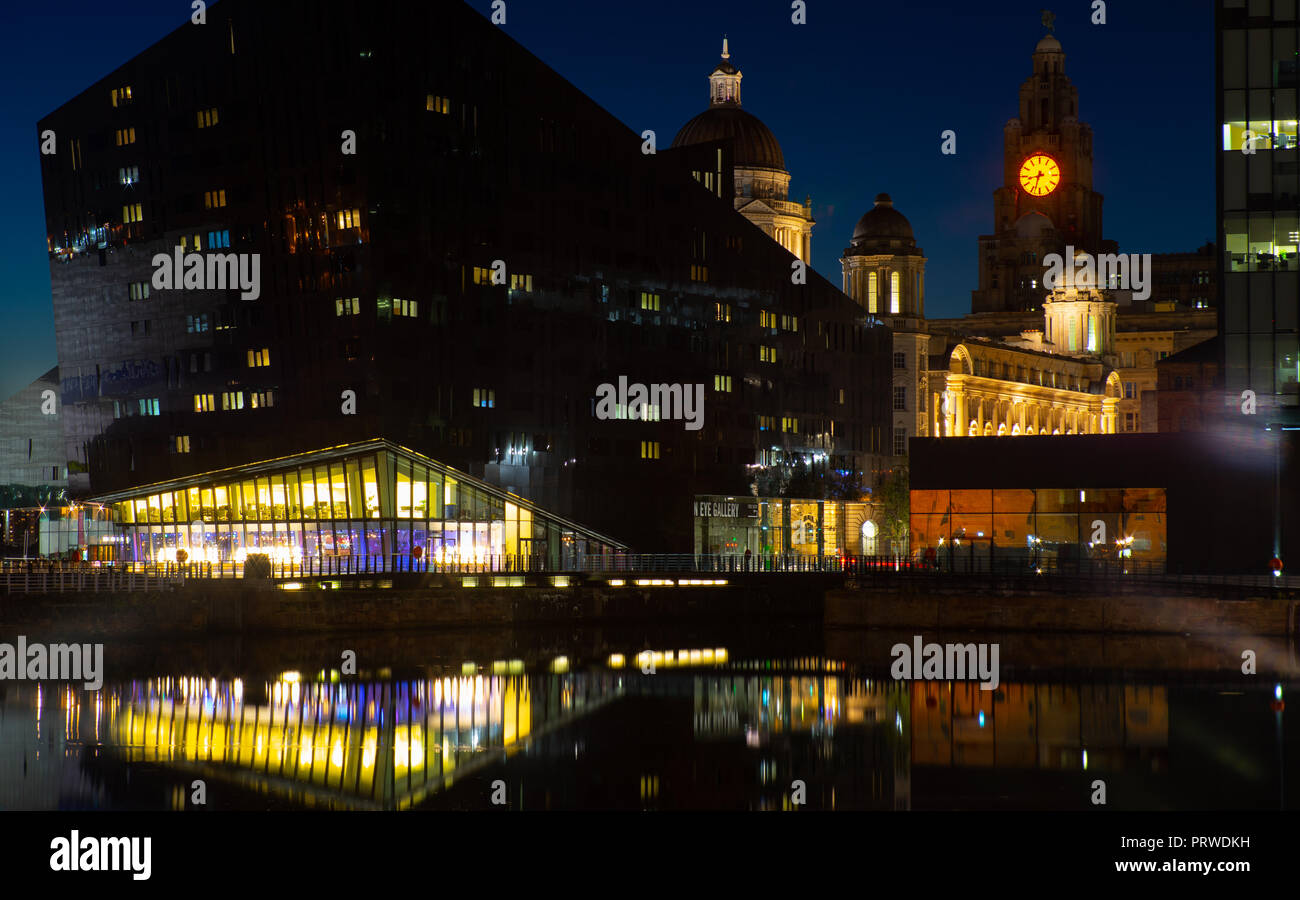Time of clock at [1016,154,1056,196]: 8:32
